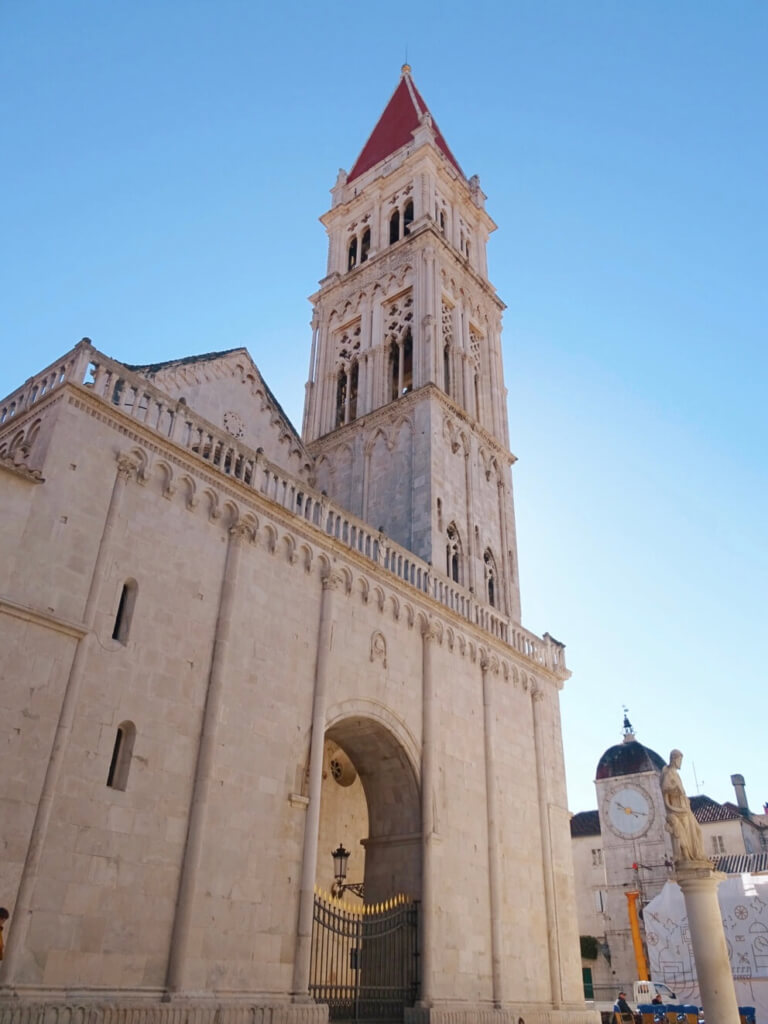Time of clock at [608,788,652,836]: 10:17
